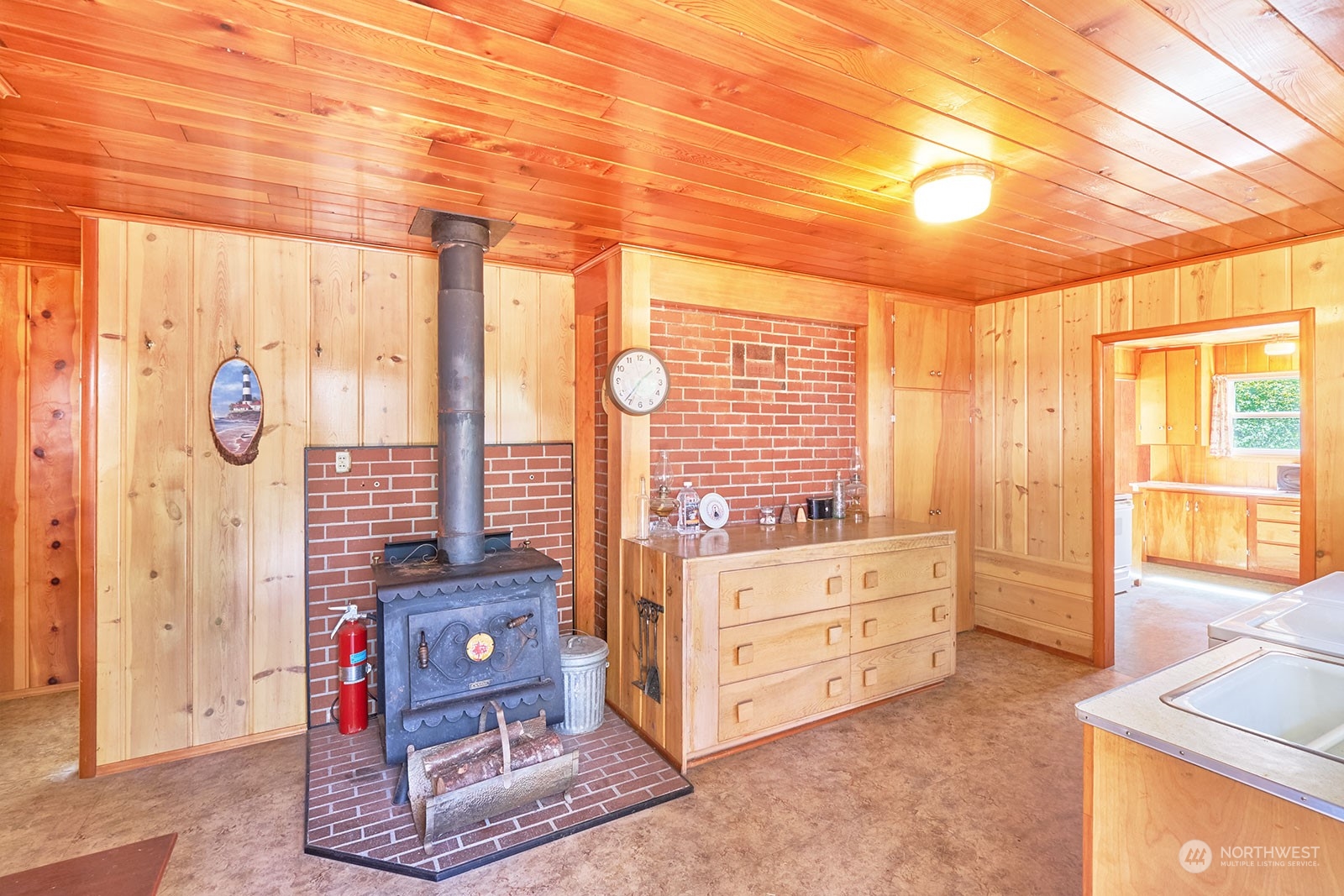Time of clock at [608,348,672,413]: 1:36
